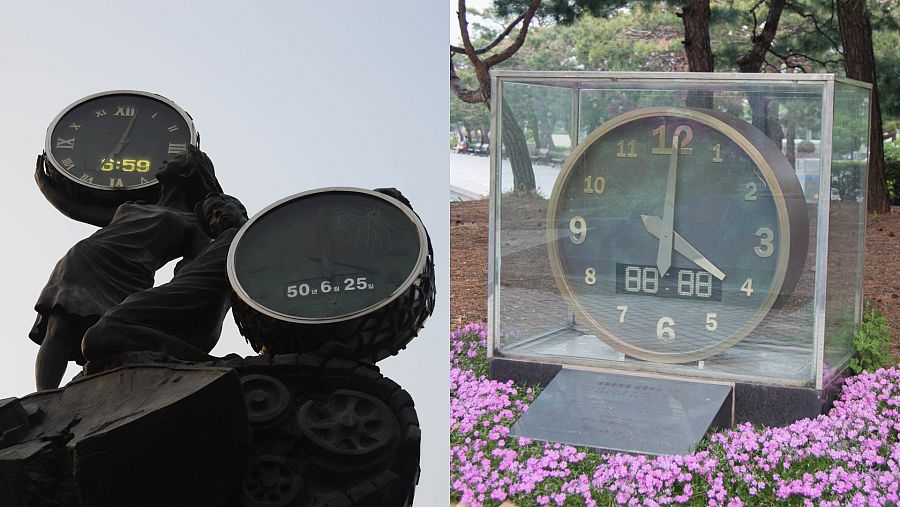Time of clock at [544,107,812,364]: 4:00
